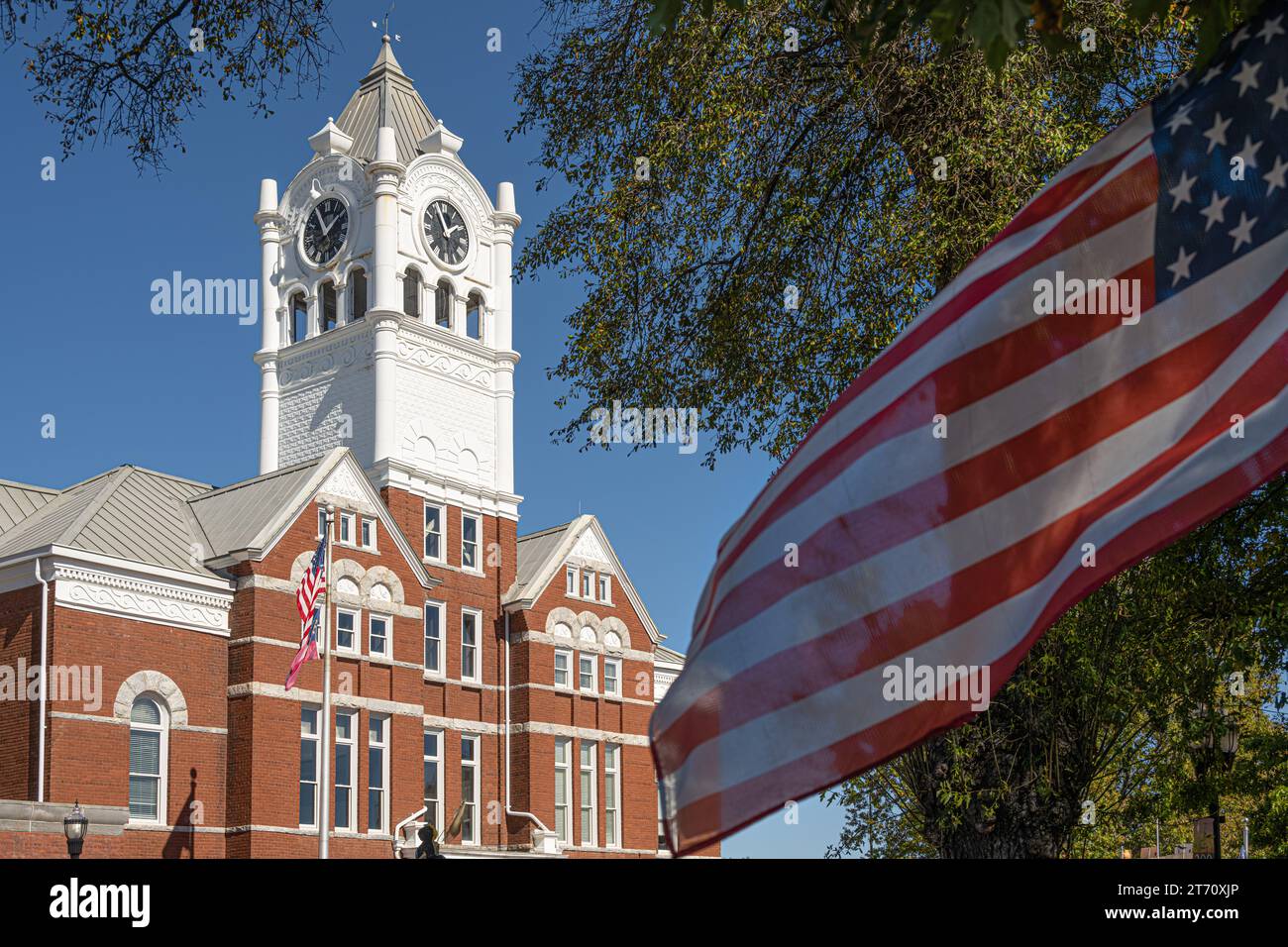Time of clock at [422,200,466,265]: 1:56
